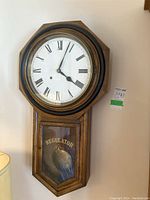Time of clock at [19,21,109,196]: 4:03
